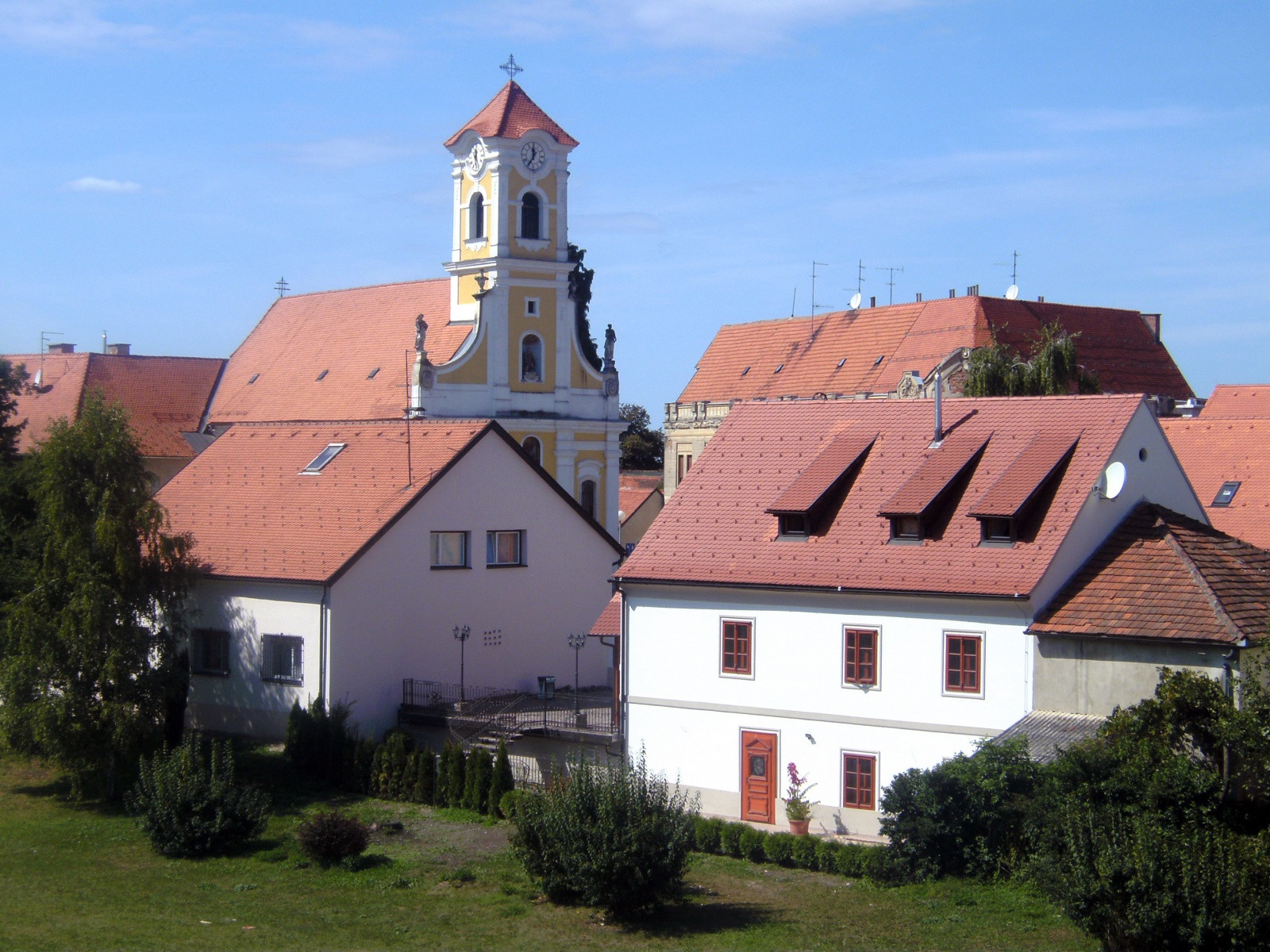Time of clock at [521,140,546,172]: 11:35
